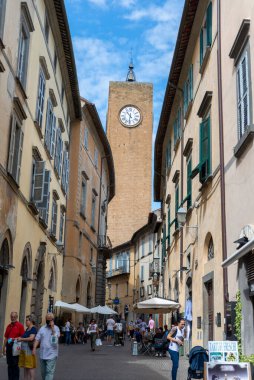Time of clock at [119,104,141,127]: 10:31
